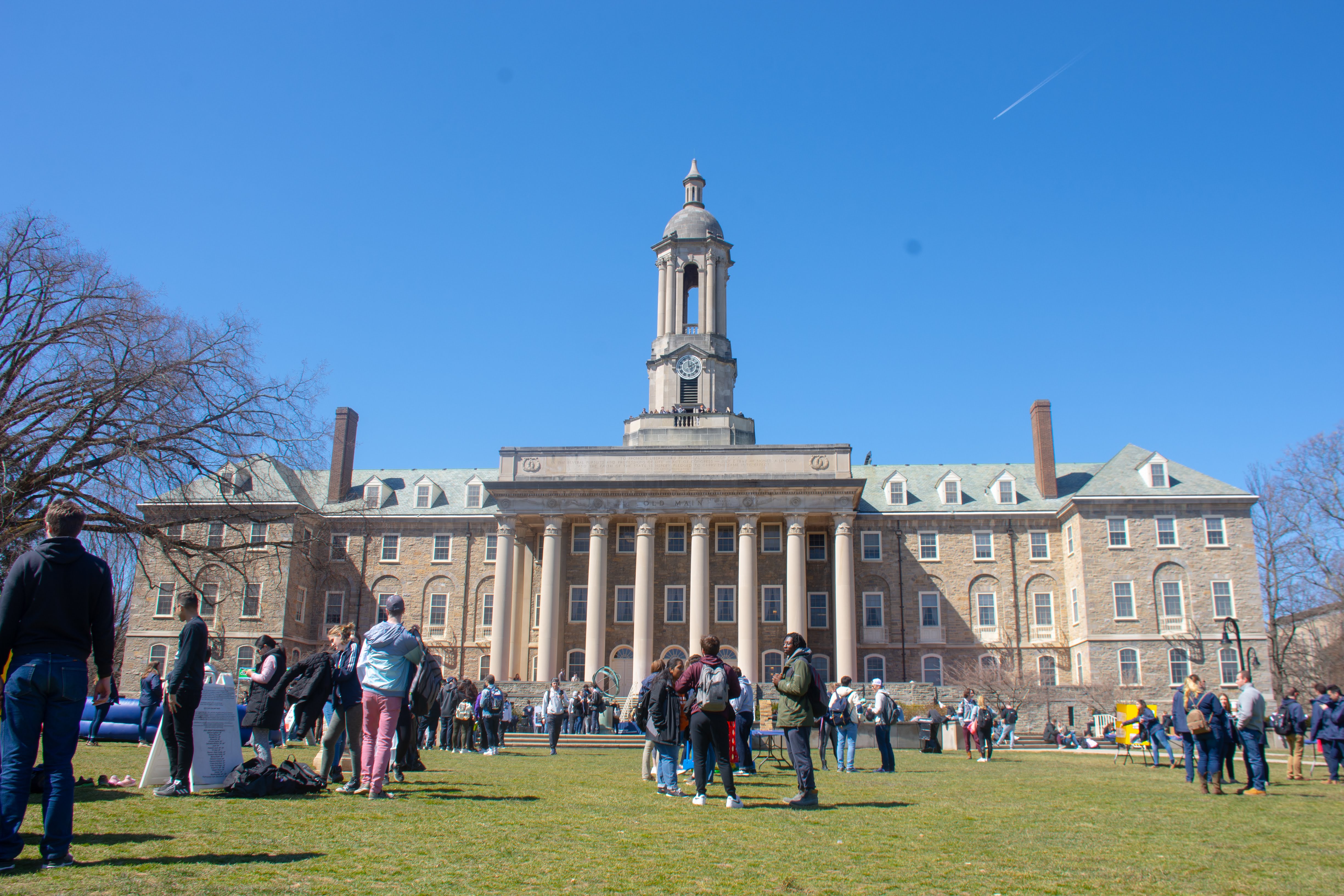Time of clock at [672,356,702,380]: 1:59
